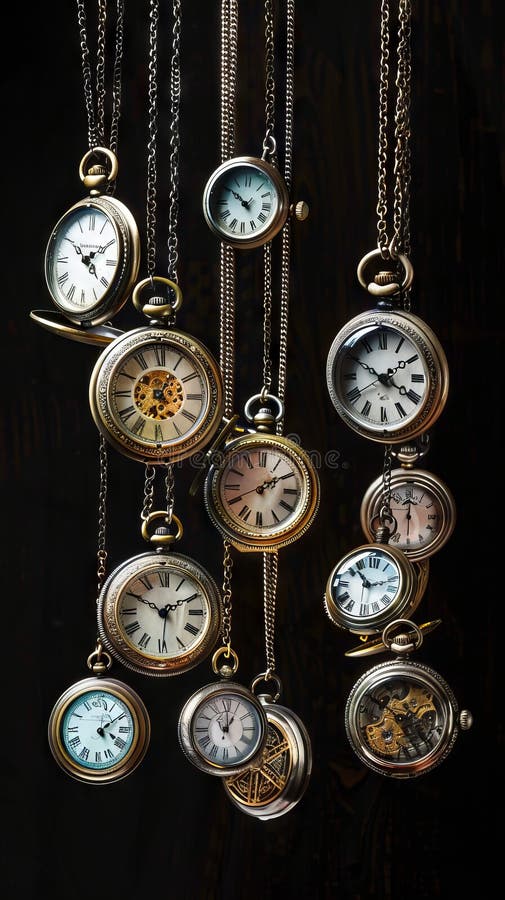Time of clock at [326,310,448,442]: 3:50
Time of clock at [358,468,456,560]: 12:00
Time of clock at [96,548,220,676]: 1:49
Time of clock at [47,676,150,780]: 4:09
